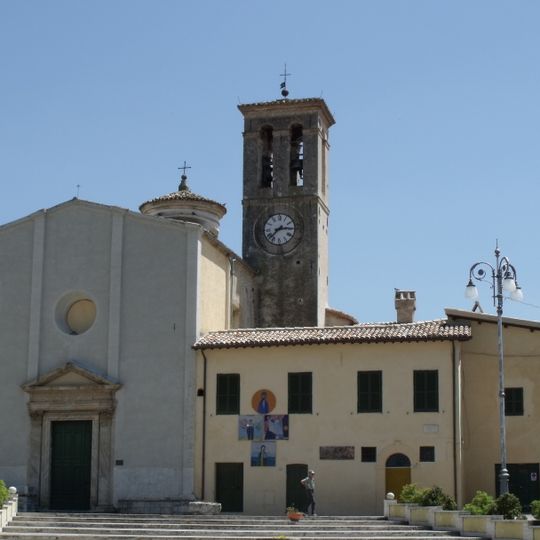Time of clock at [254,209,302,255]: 2:37
